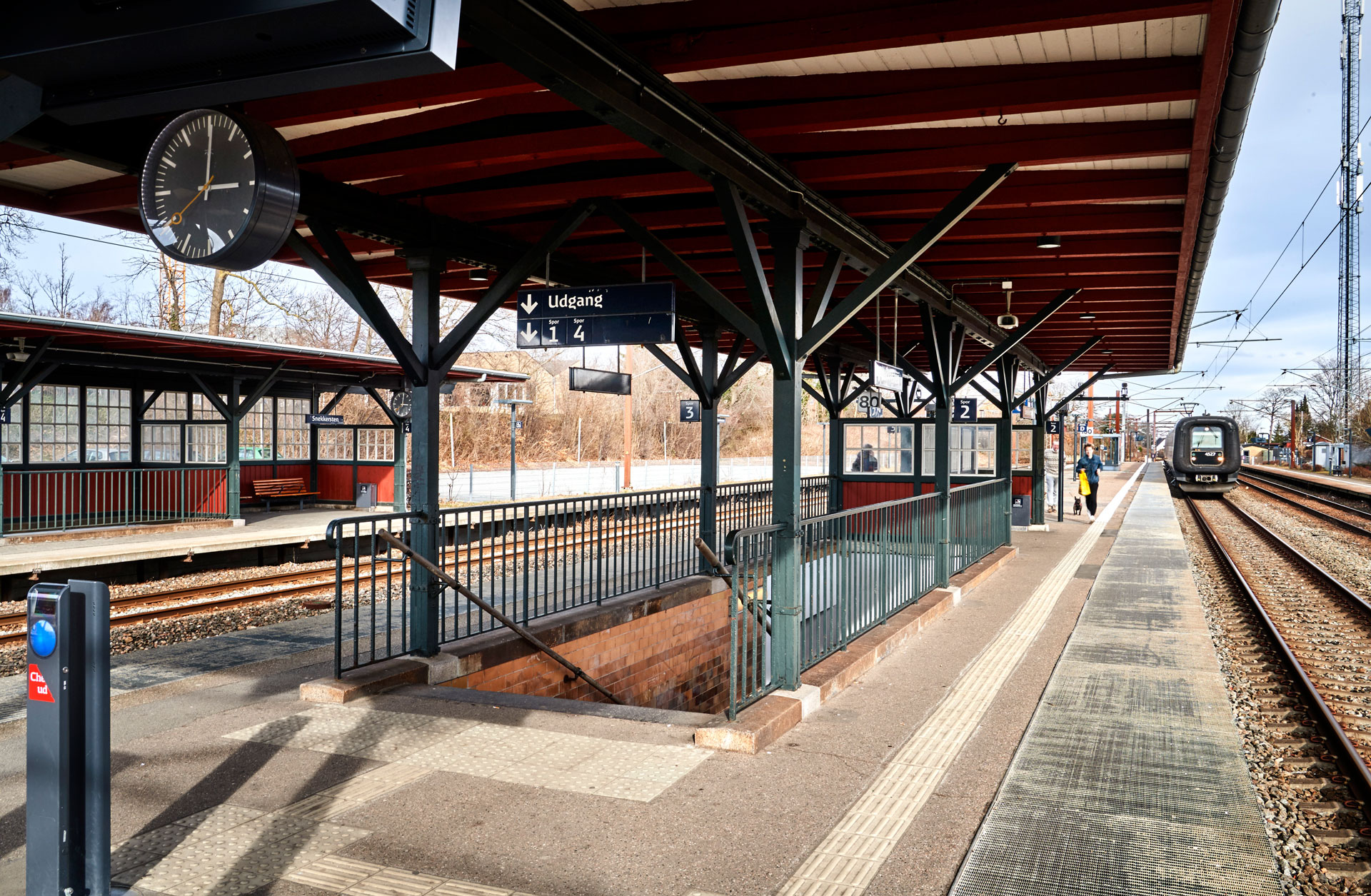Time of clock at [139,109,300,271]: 3:00
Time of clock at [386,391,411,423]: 3:00
